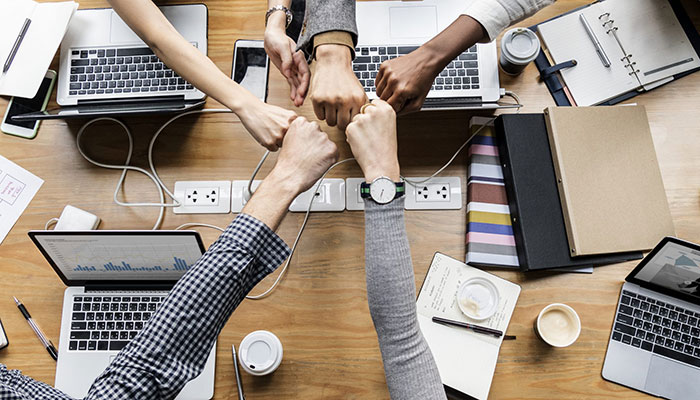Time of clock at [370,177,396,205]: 6:32
